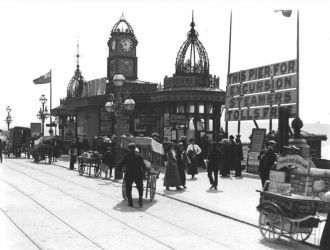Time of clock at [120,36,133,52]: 10:42
